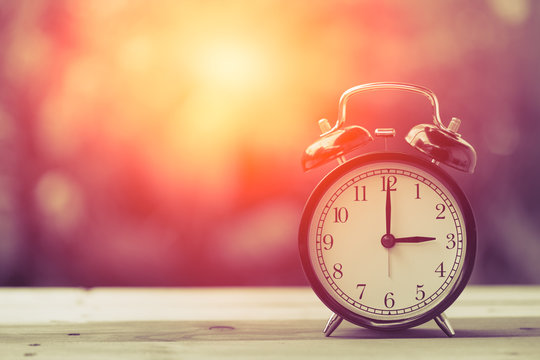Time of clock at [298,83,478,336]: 3:00
